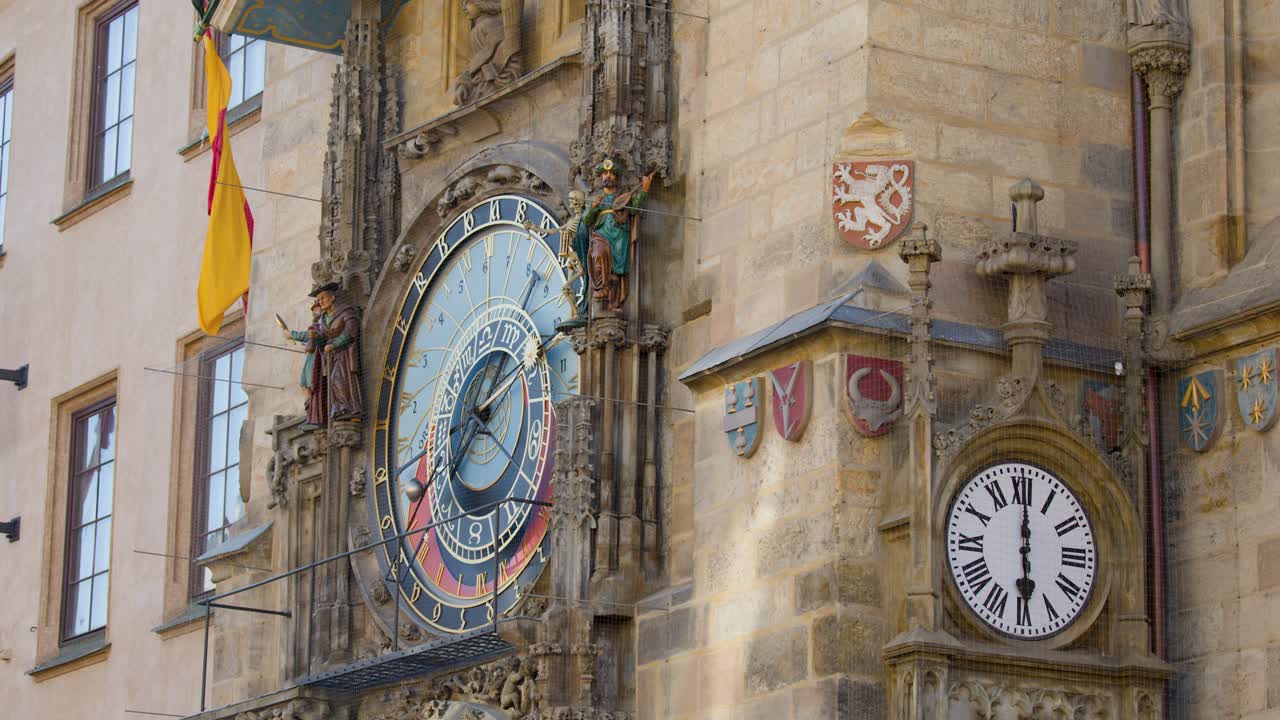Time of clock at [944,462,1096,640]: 6:00
